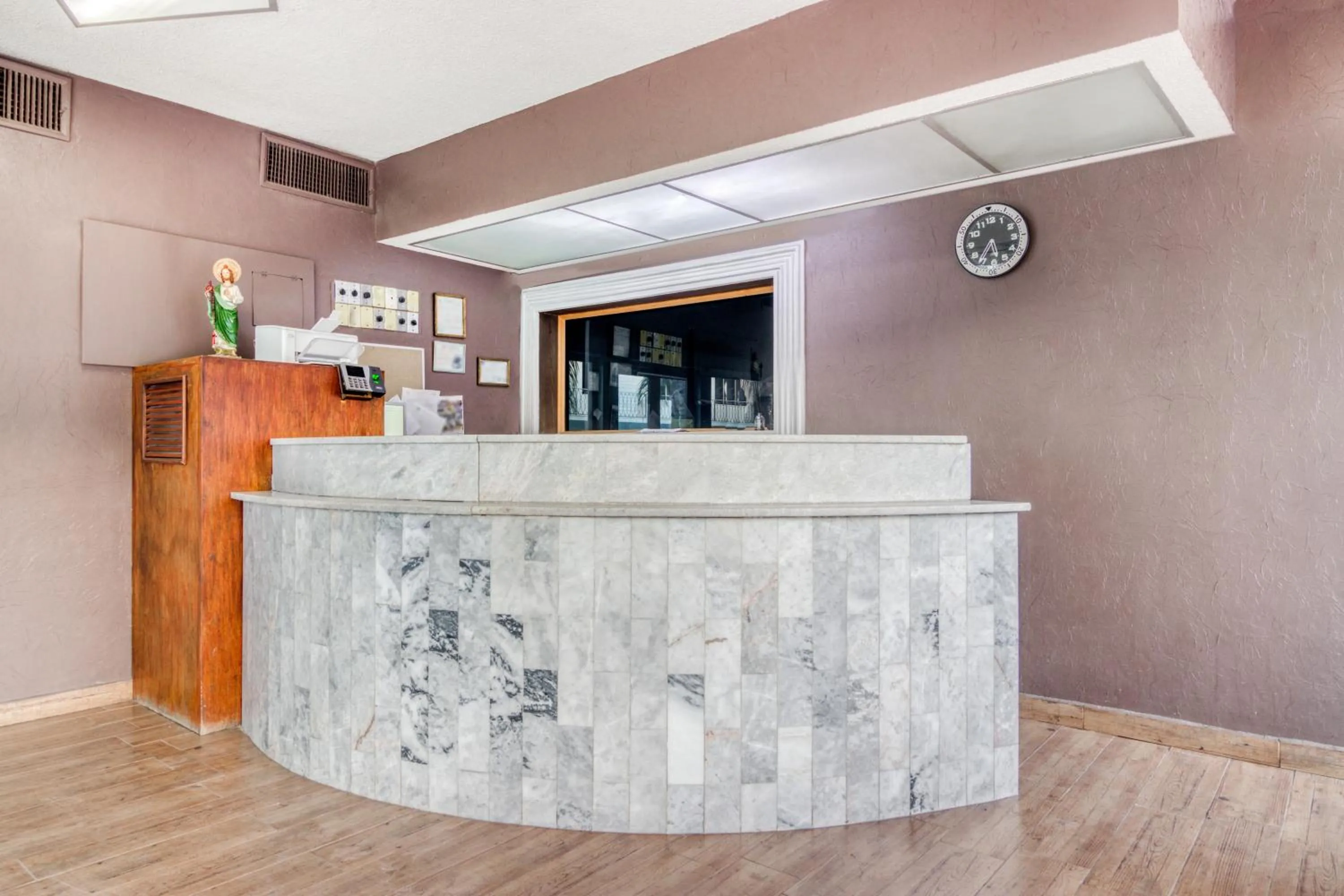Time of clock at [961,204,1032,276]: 5:36
